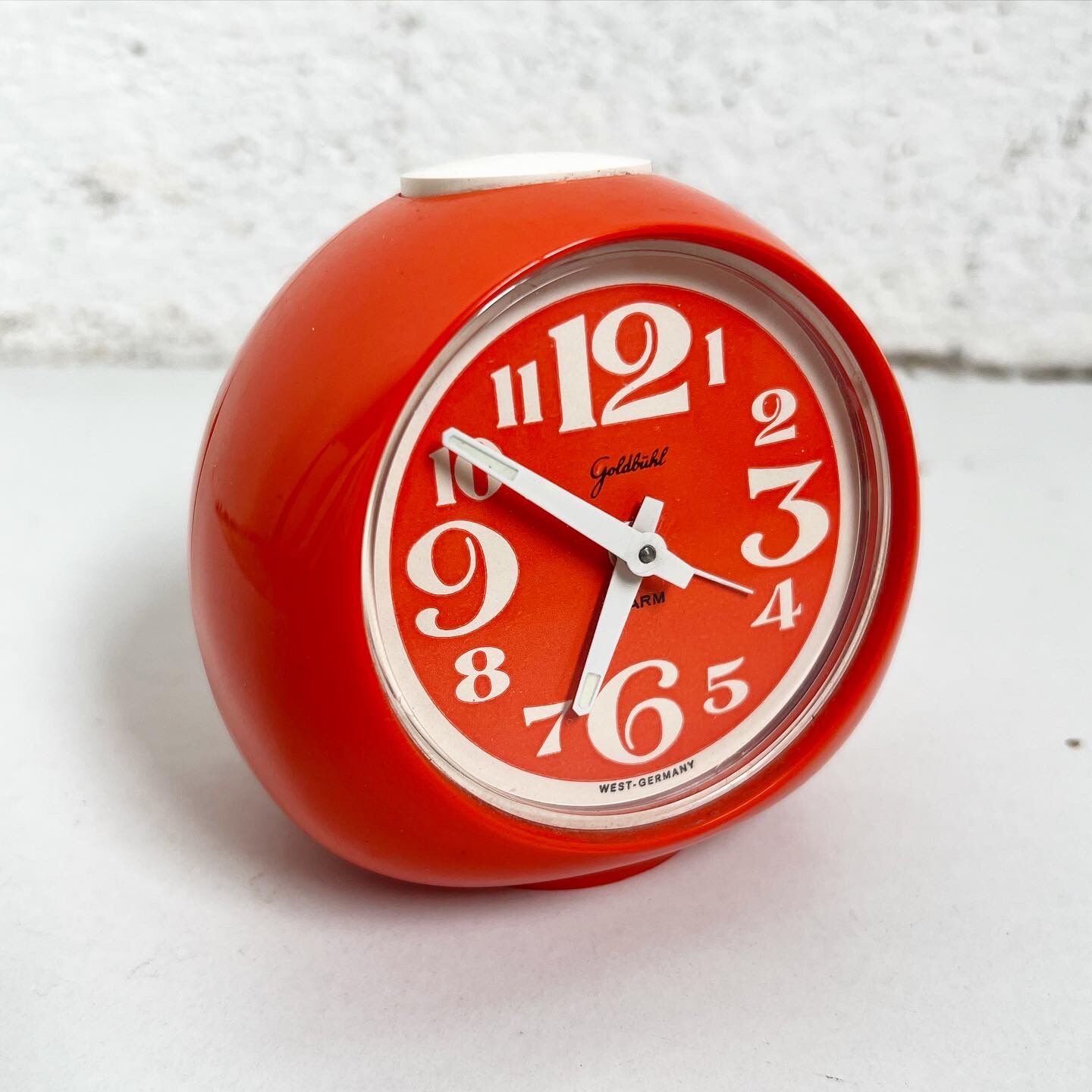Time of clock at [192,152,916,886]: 6:50
